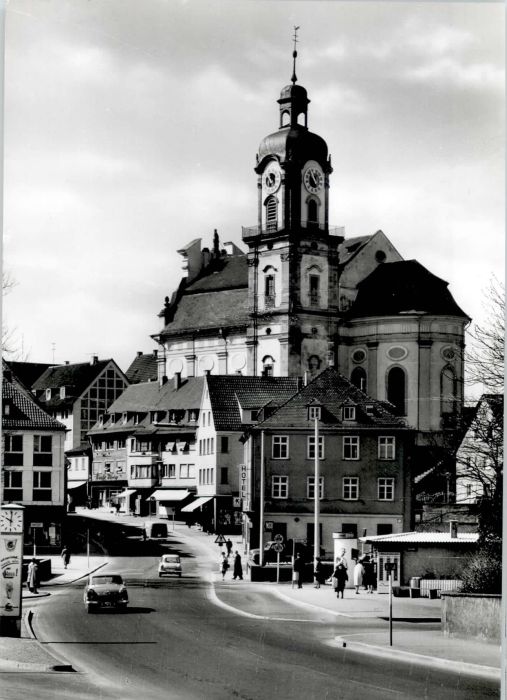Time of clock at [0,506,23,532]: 10:00
